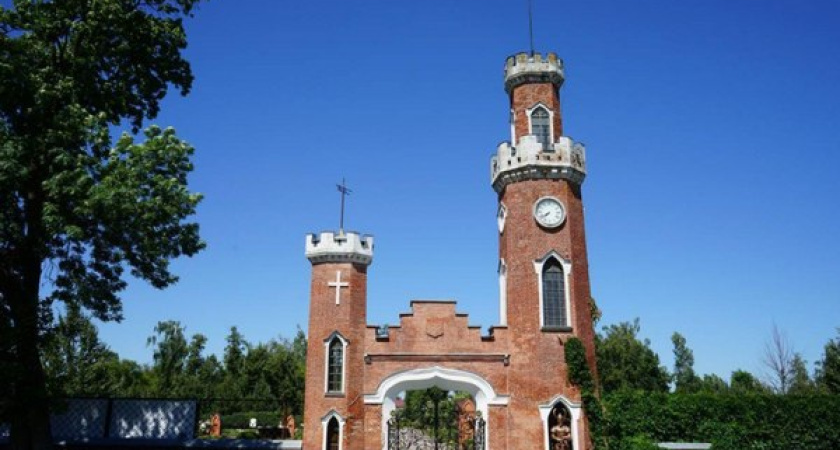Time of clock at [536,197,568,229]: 7:40
